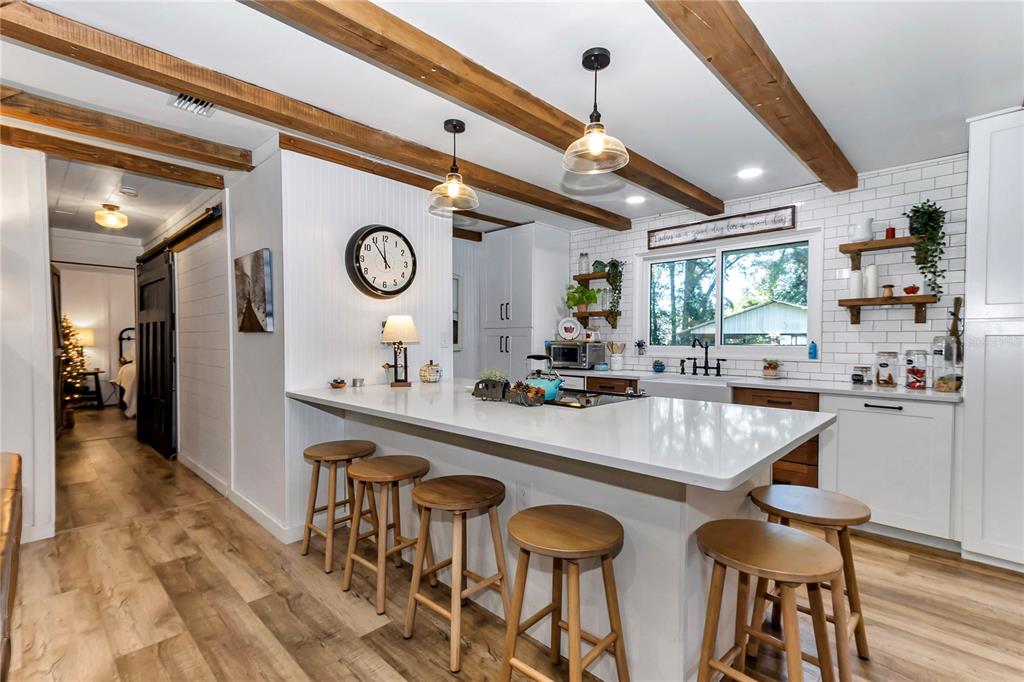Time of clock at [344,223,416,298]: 11:53
